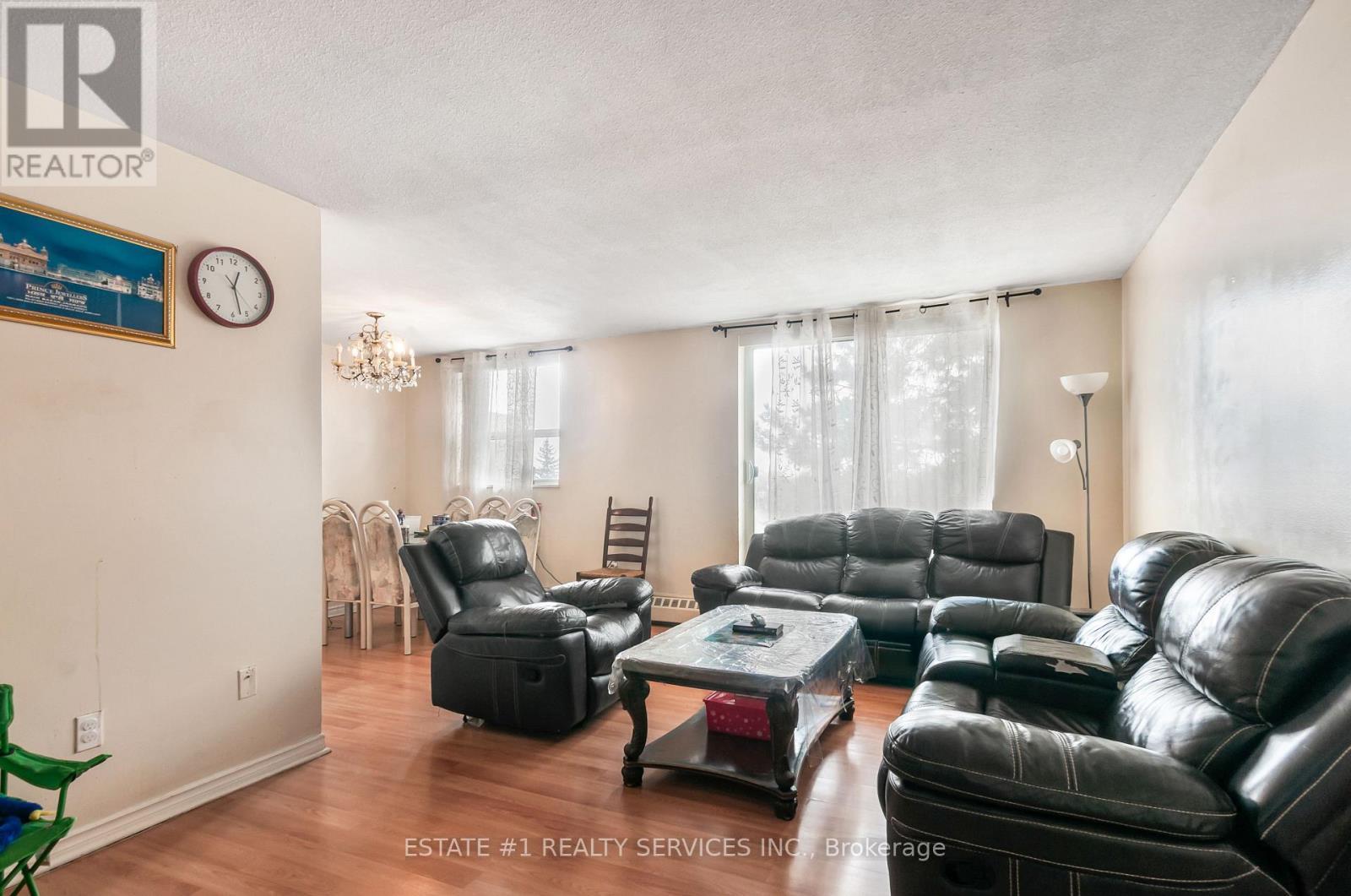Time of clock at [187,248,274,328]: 12:27
